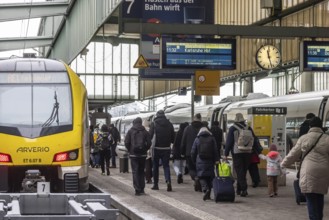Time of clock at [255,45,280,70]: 11:27
